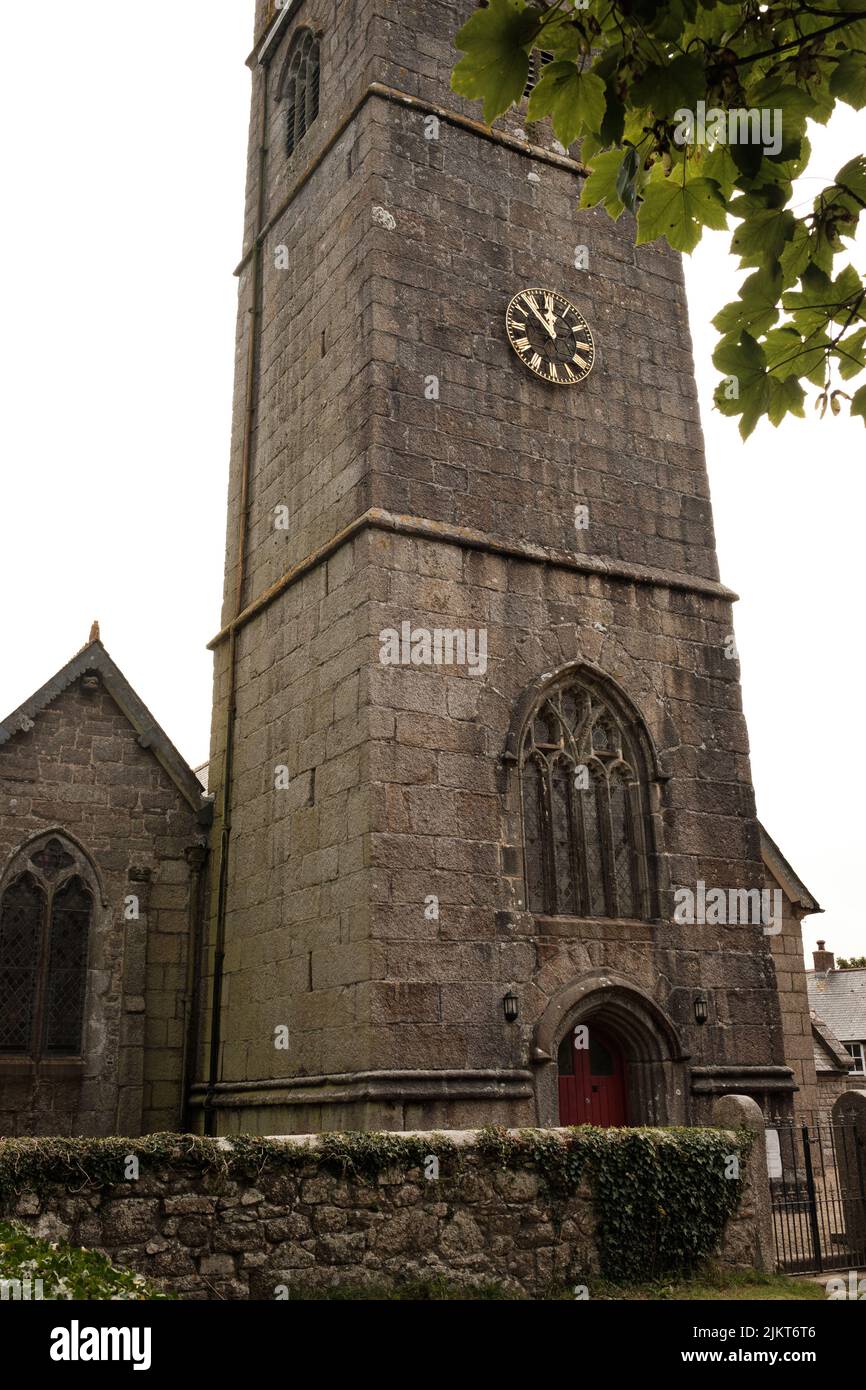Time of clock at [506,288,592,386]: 11:52
